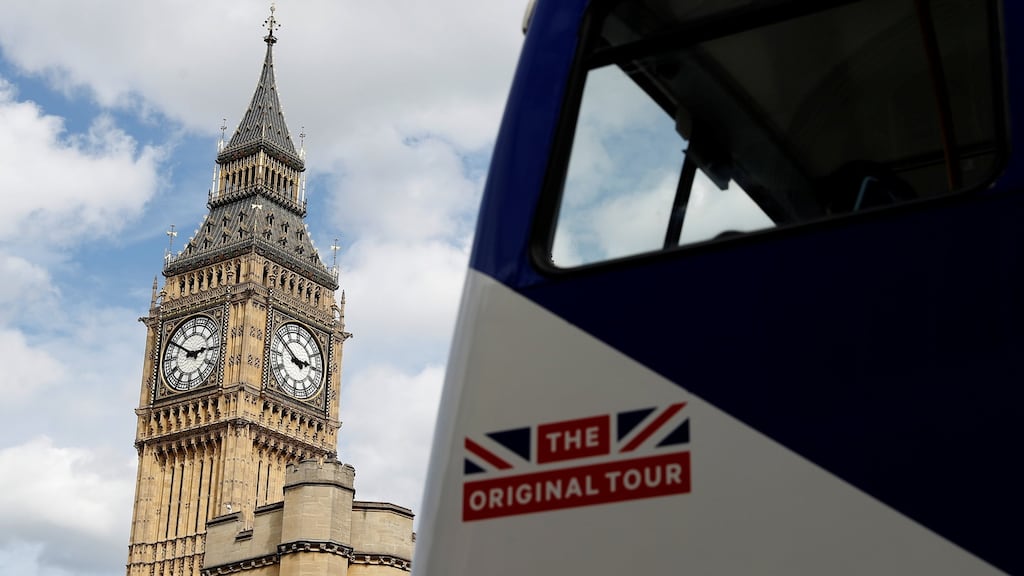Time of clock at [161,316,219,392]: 2:50
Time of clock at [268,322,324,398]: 2:50
